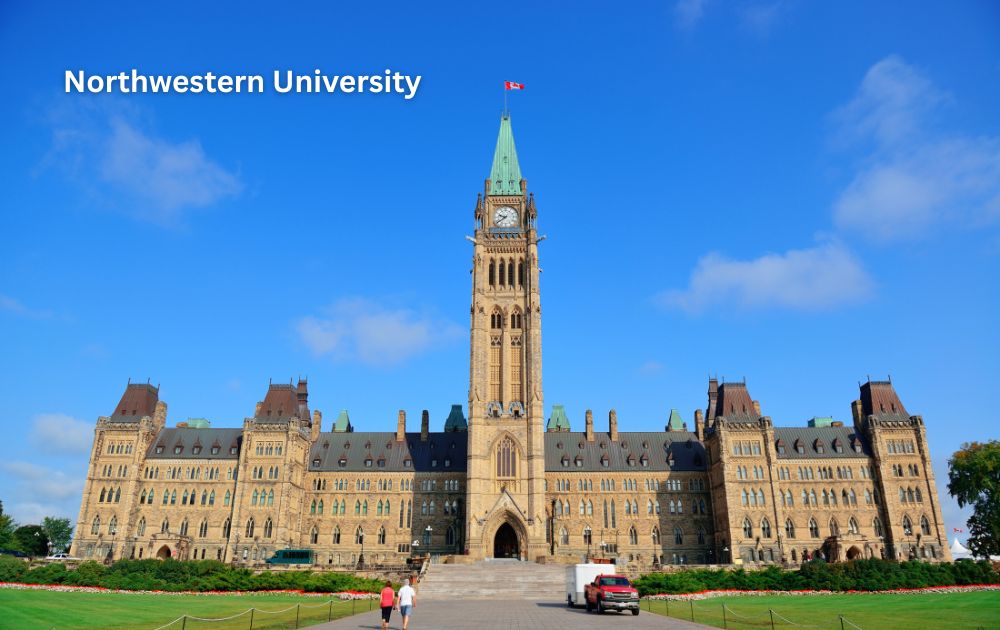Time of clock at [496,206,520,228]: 9:39
